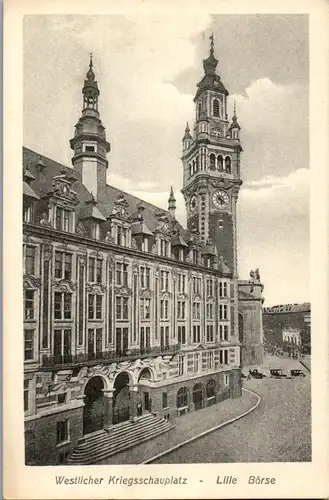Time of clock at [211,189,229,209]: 6:20
